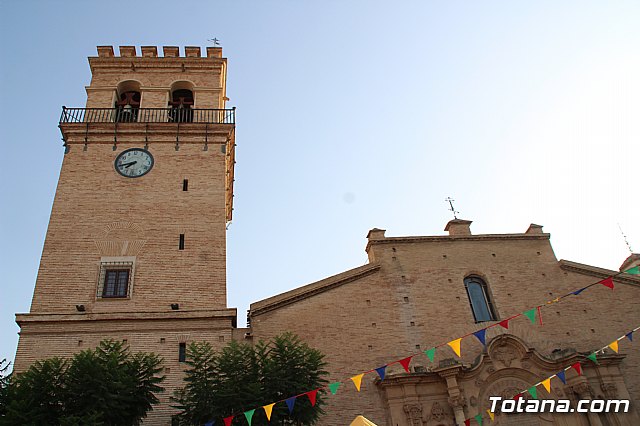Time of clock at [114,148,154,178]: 7:42
